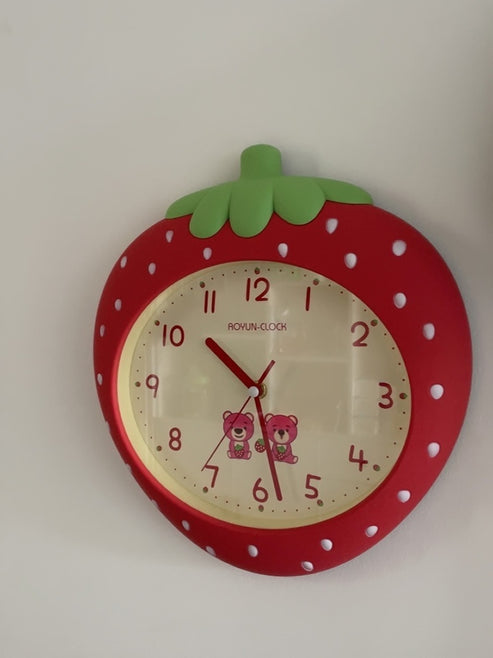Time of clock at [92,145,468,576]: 10:27
